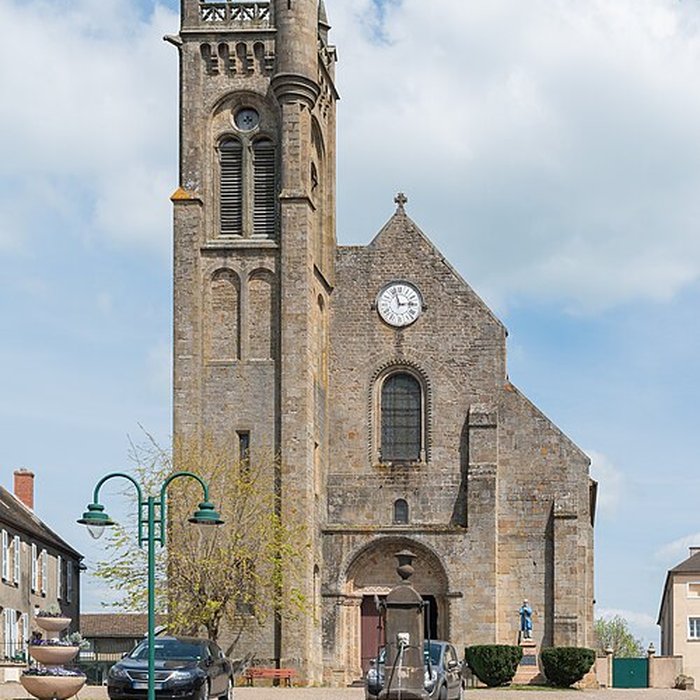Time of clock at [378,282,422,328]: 2:57
